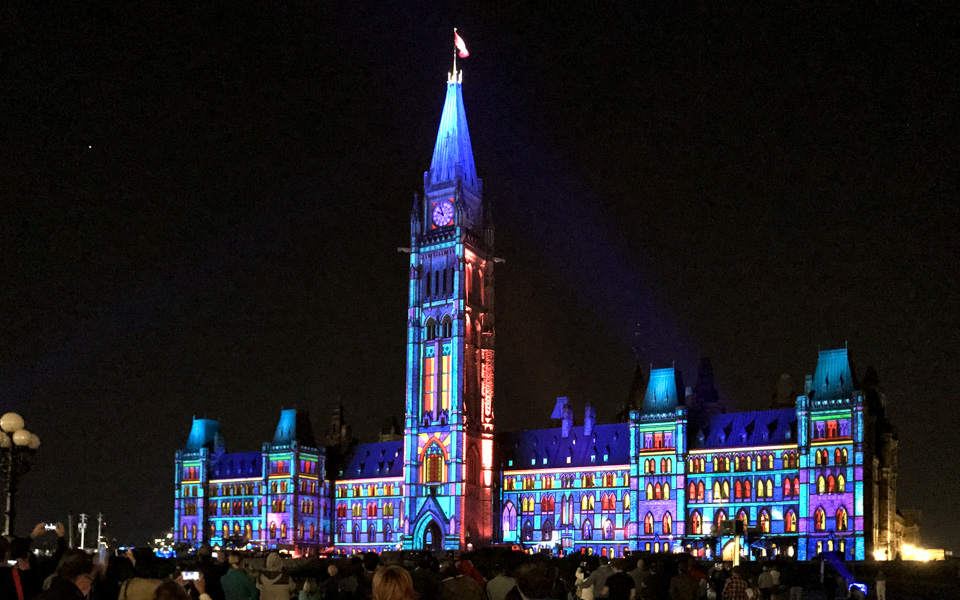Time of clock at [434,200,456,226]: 9:56
